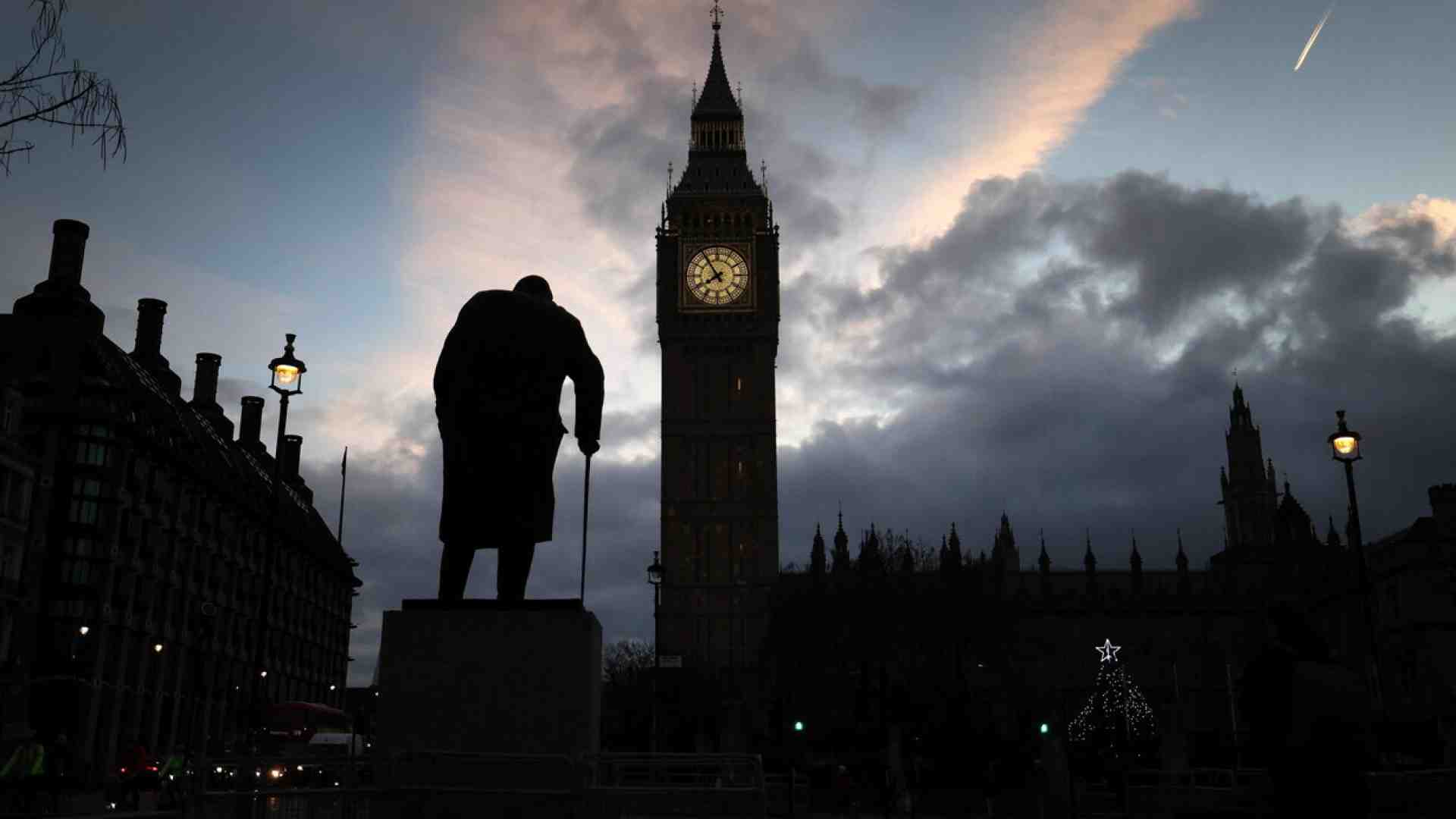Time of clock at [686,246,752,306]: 7:53
